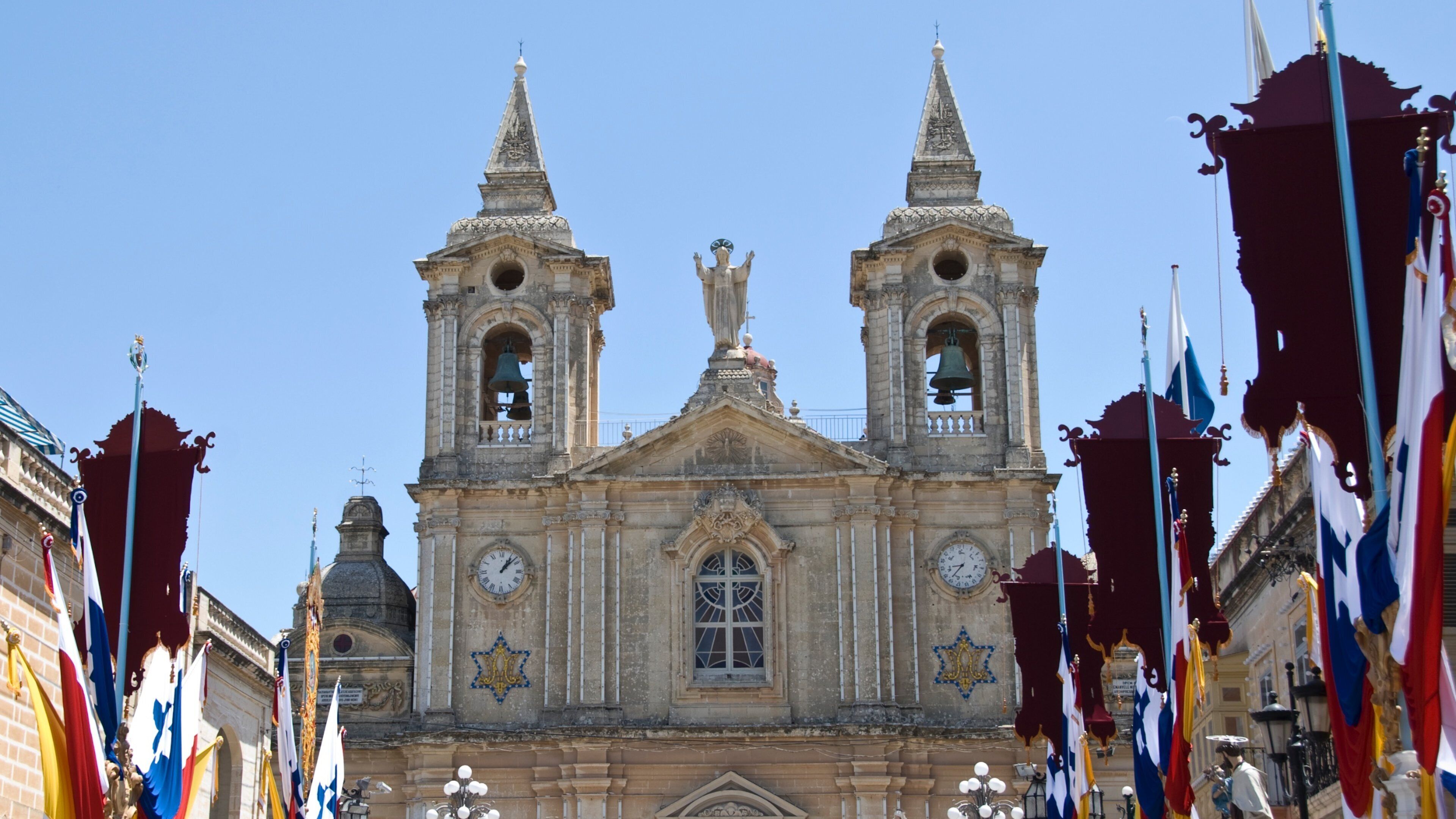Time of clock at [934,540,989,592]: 8:36
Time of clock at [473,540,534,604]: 1:07
